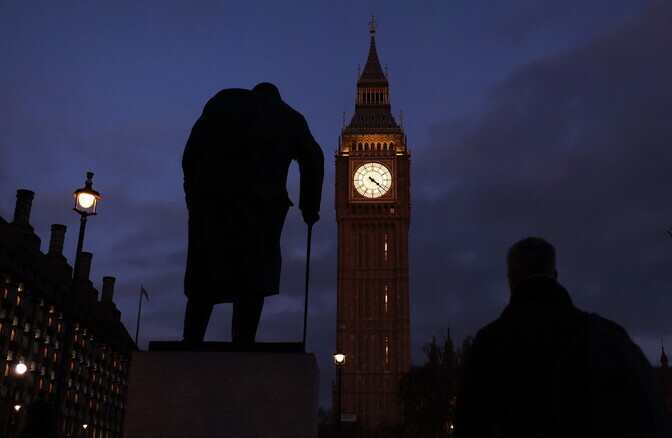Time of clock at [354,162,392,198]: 4:21
